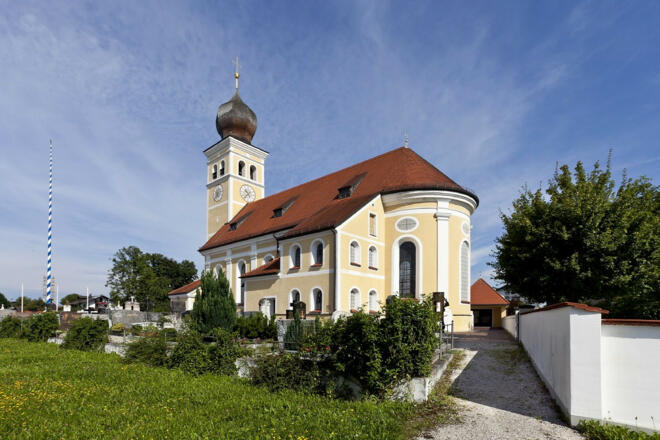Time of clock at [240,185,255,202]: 10:36
